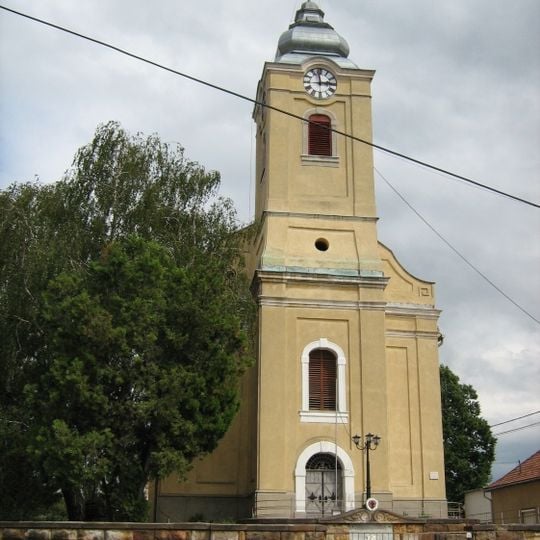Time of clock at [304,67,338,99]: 2:58
